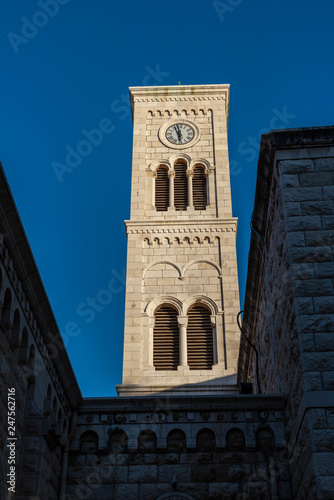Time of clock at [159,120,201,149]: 5:57
